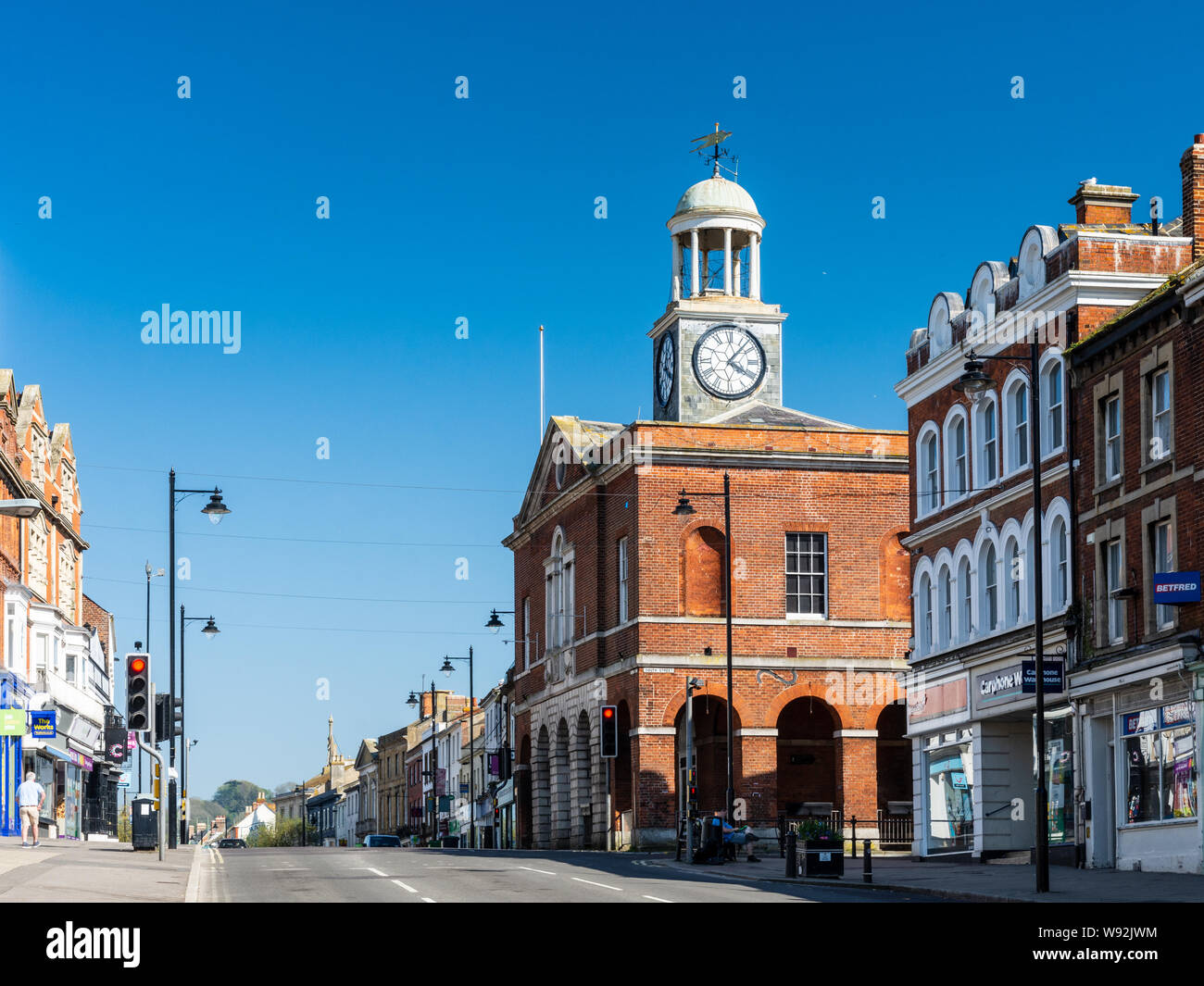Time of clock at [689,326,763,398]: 4:07
